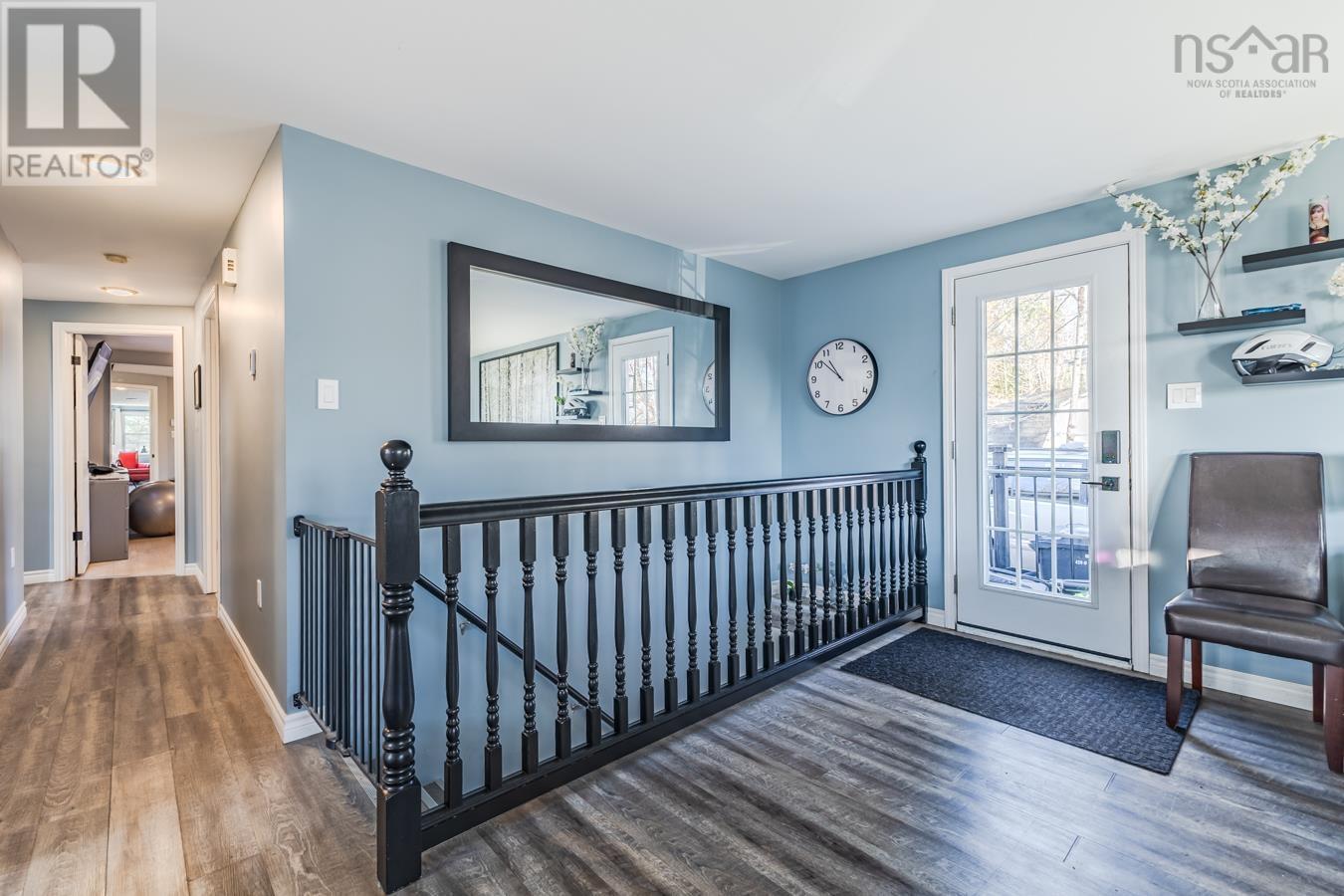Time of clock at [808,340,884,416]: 10:51
